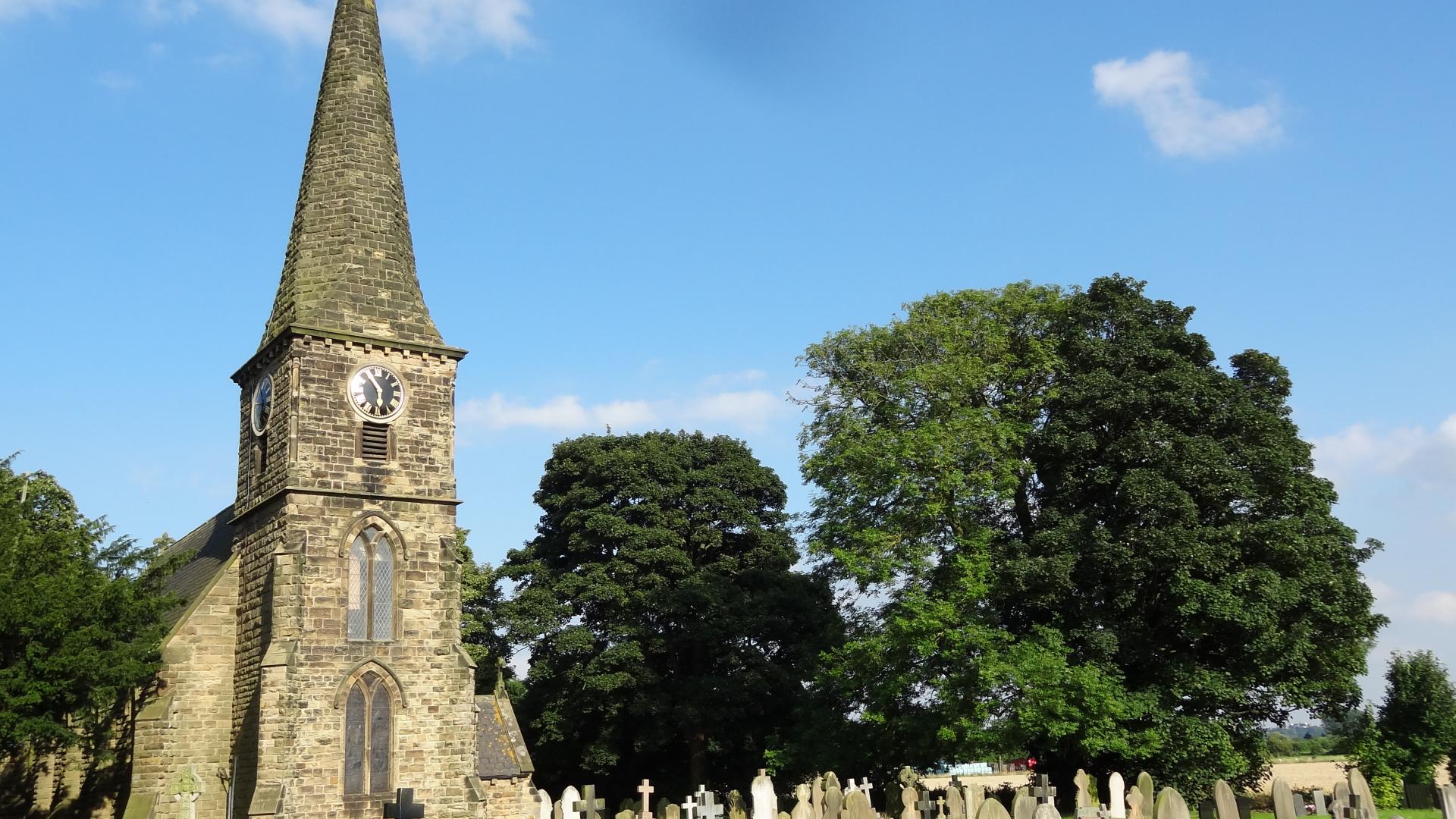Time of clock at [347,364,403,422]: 5:54
